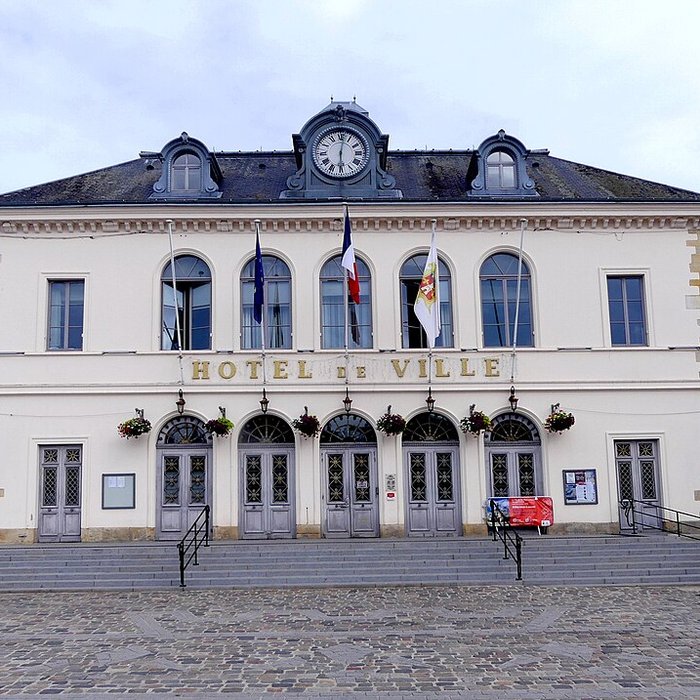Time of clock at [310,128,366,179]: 6:01
